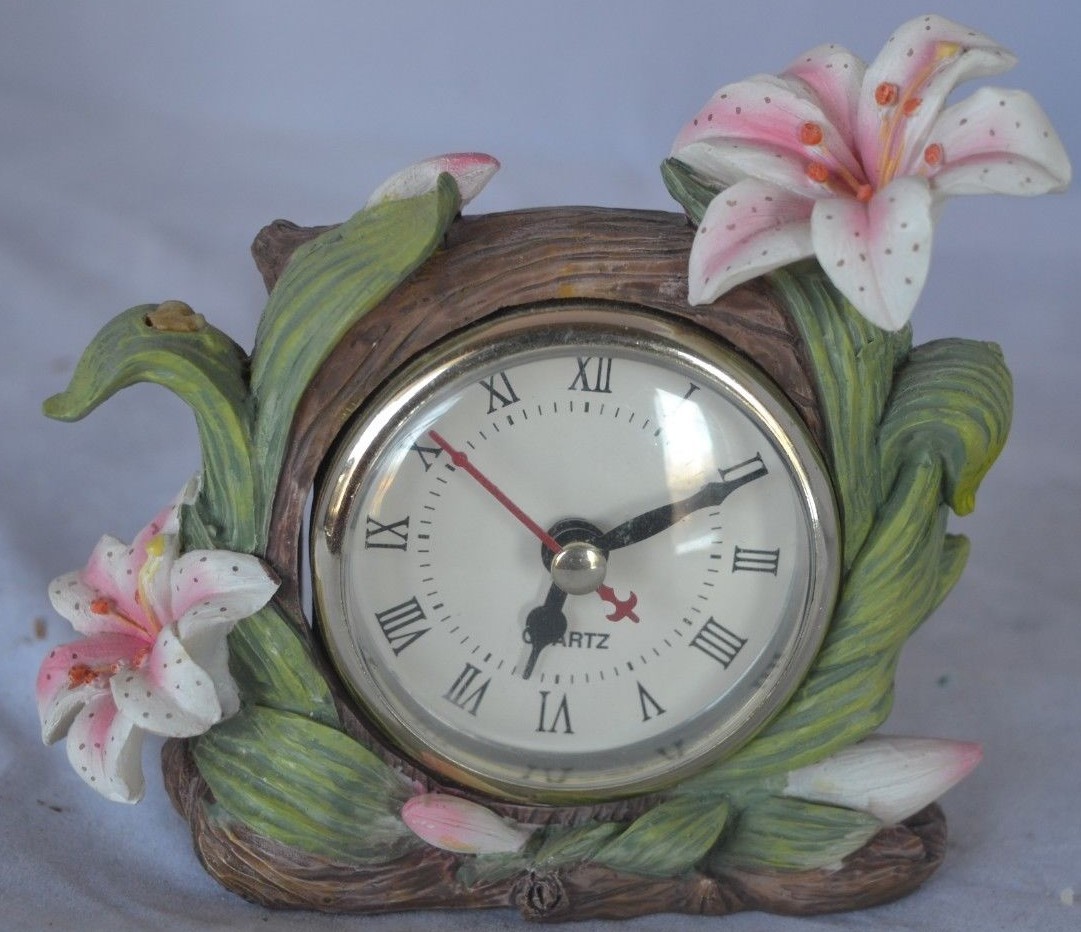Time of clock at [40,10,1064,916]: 6:10
